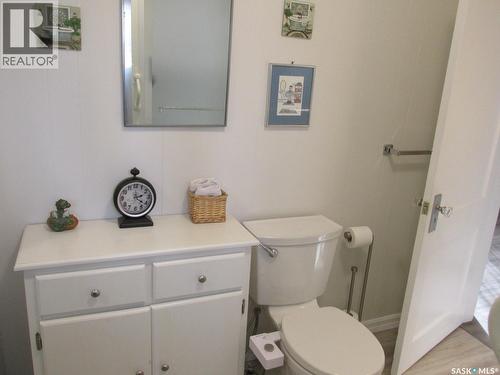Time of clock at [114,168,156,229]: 2:21
